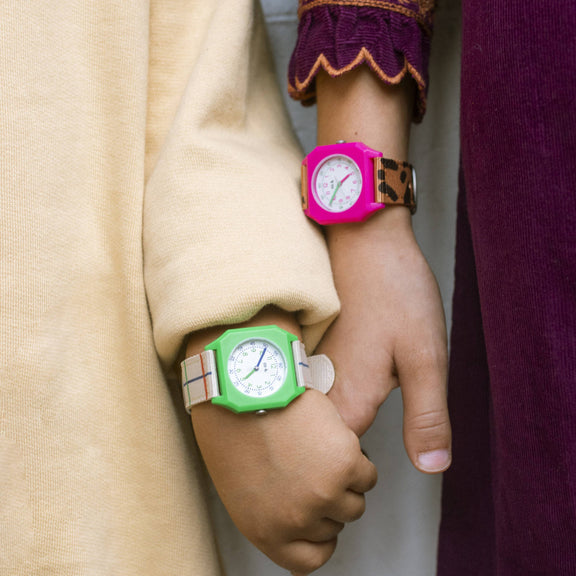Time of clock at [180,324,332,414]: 8:05
